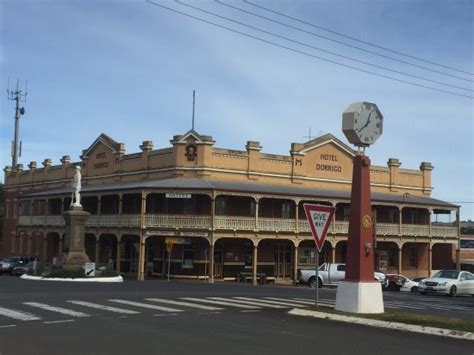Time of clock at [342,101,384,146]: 12:38
